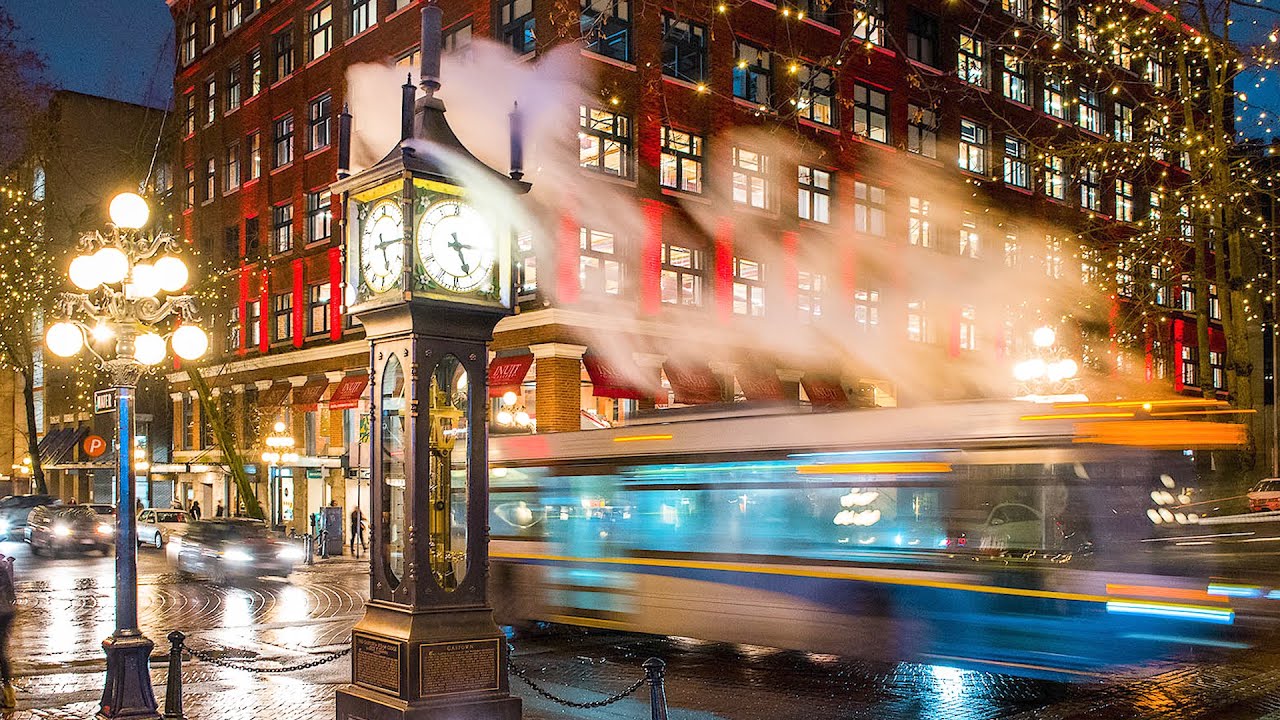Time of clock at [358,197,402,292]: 5:15
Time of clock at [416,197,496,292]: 3:25
